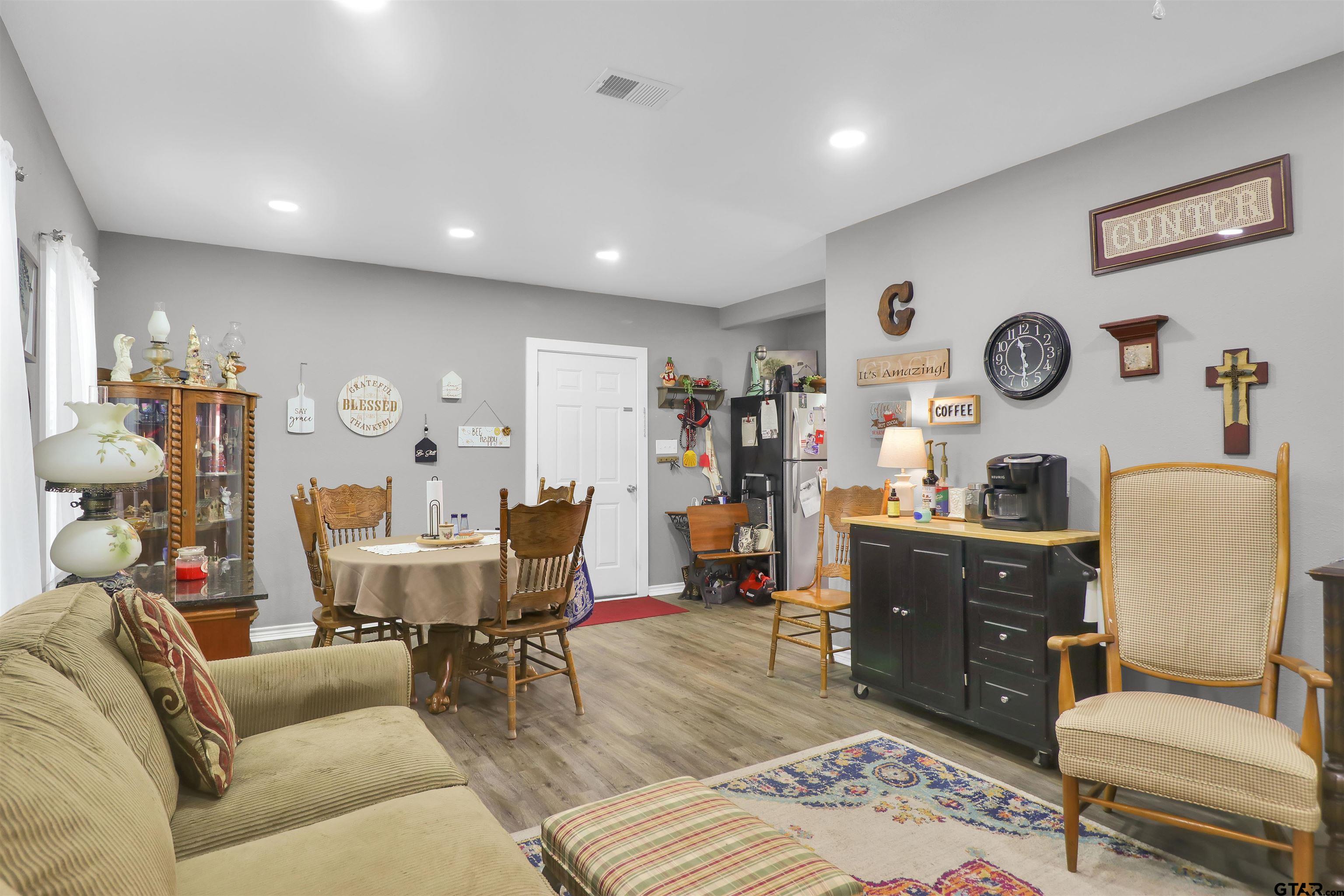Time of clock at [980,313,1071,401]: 11:29
